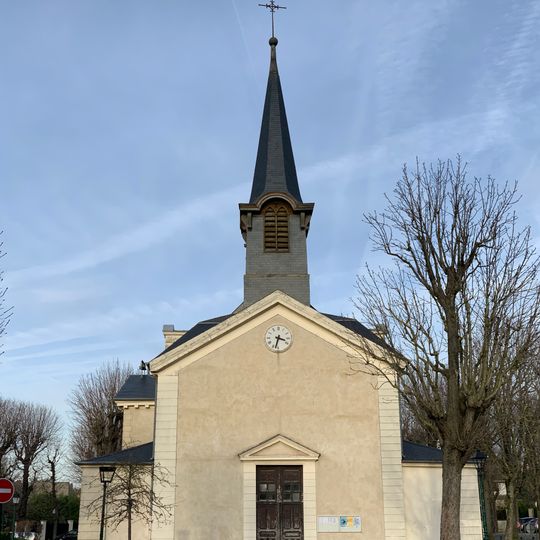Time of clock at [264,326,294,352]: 3:32
